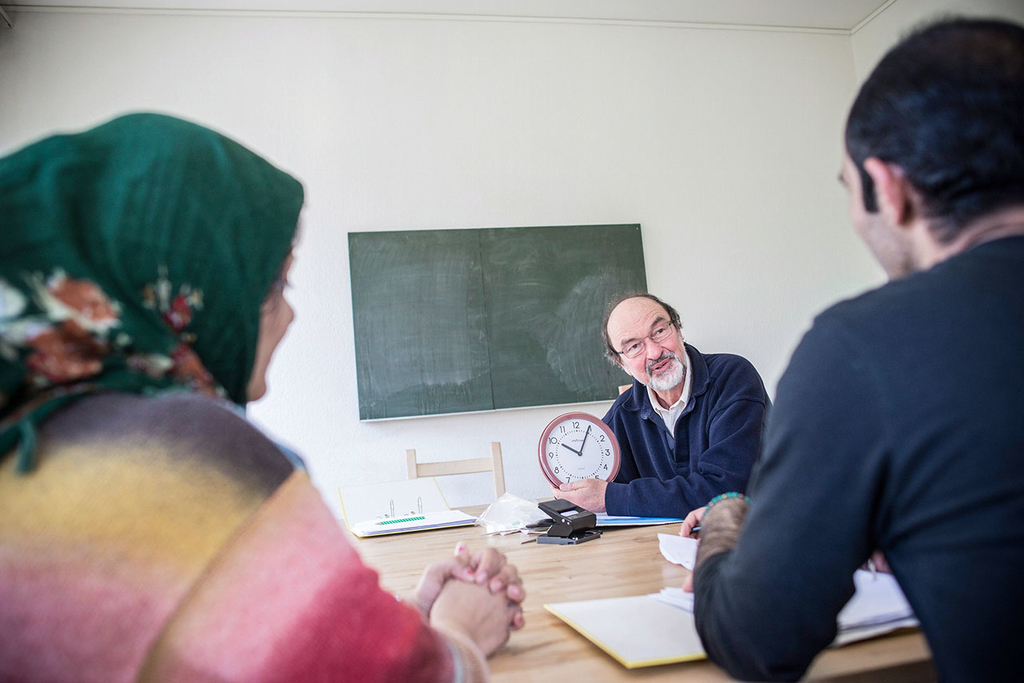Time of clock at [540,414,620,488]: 10:04
